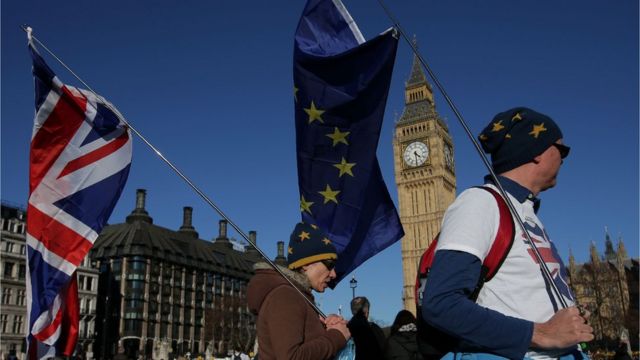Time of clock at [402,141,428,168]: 4:29
